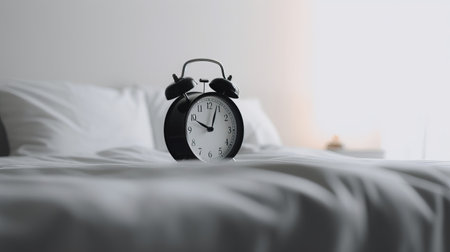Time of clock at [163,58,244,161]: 10:03
